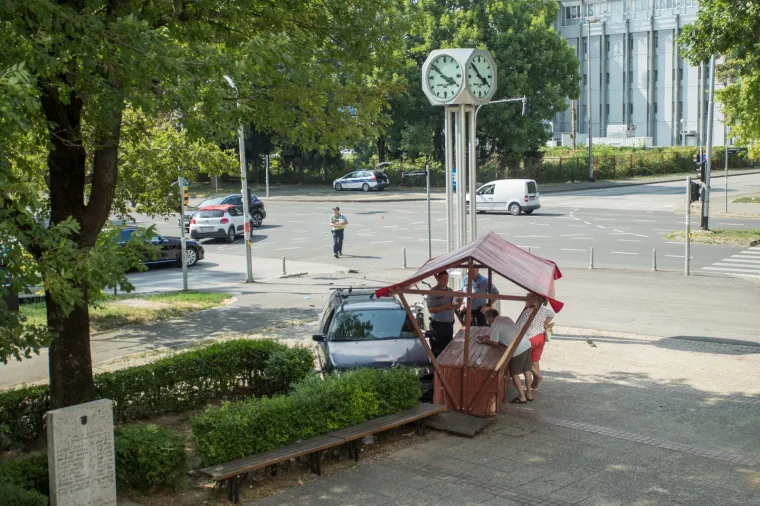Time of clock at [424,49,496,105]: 3:52
